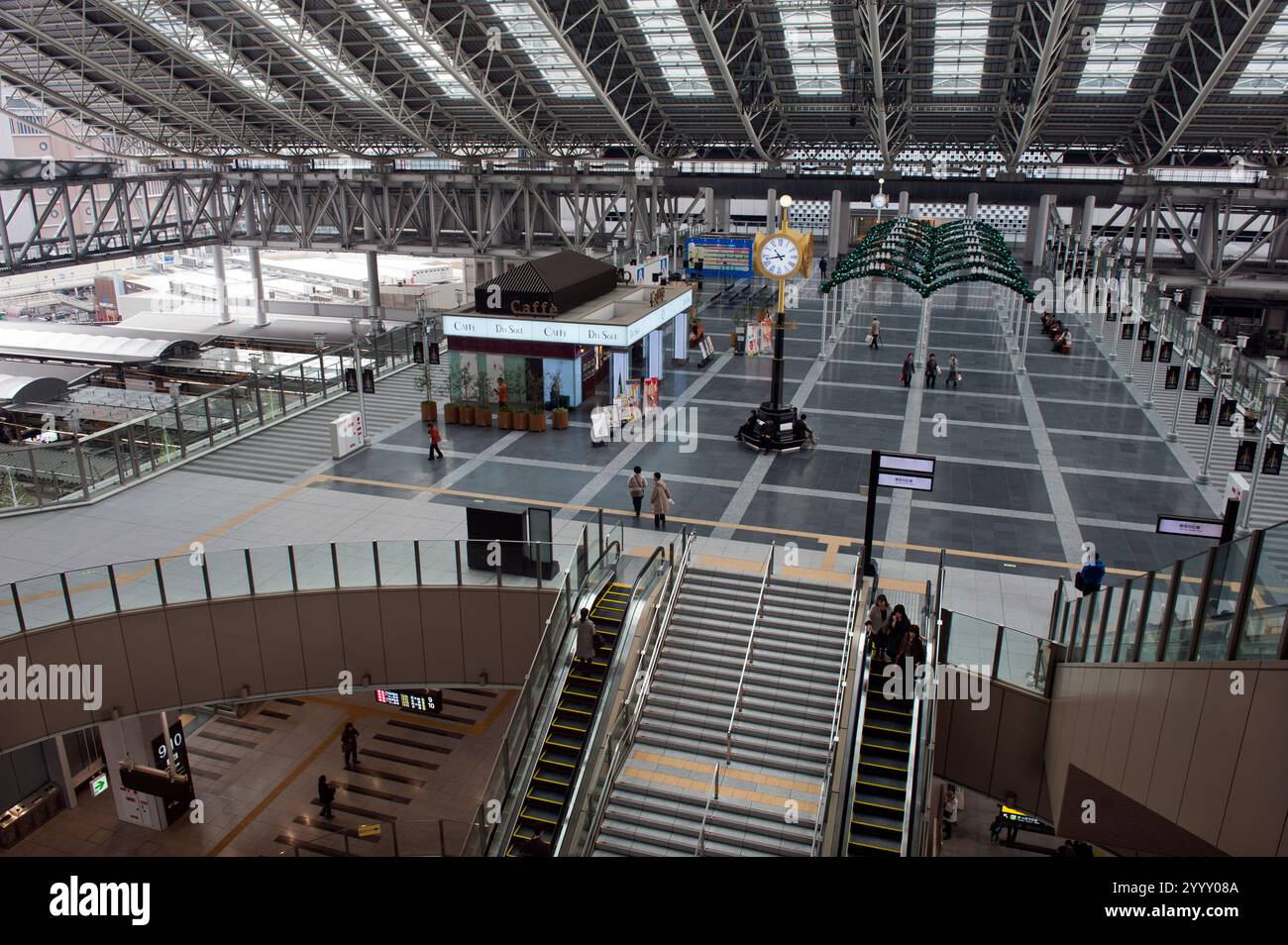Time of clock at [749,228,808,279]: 10:42
